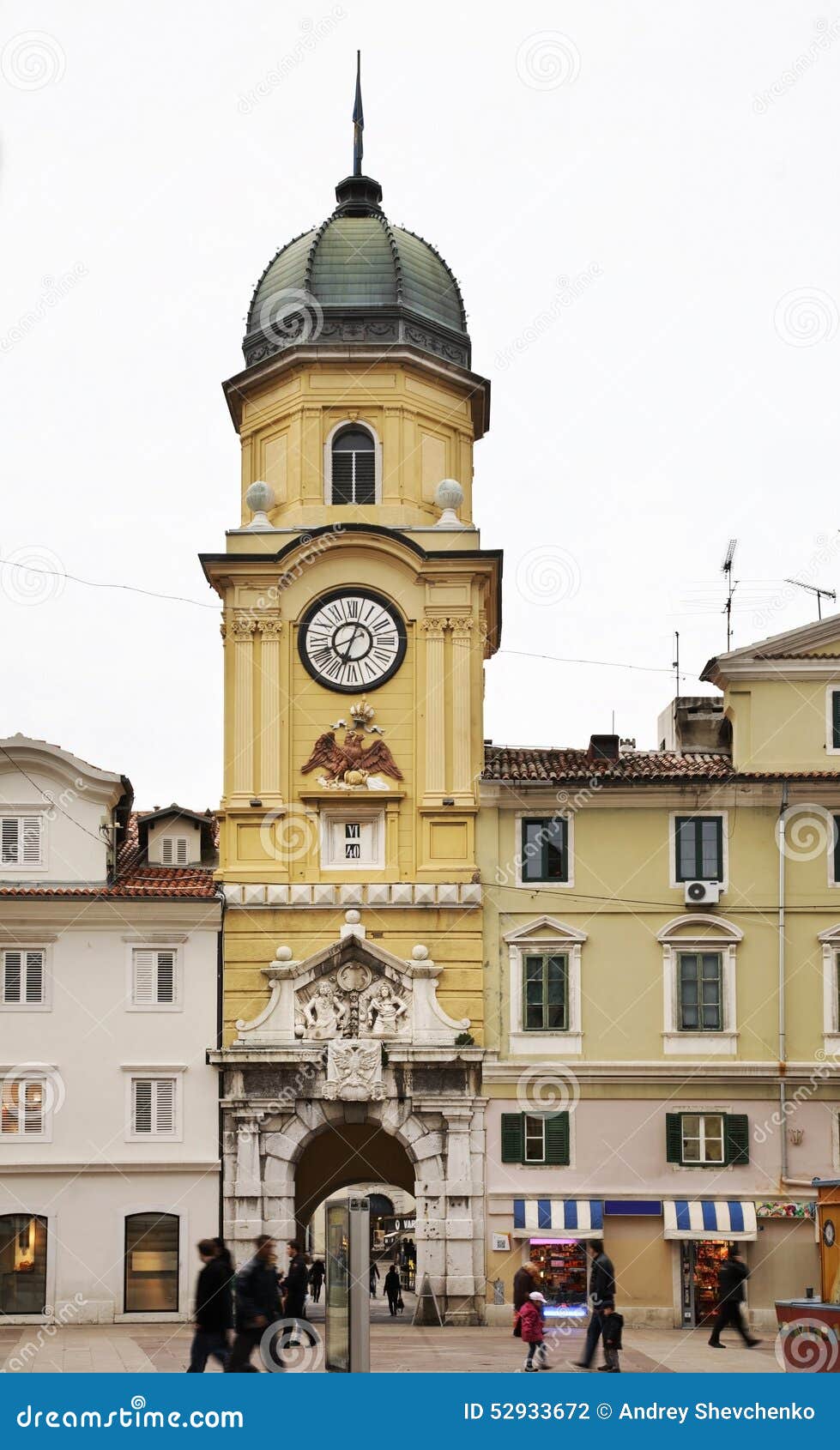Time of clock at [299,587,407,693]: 12:33
